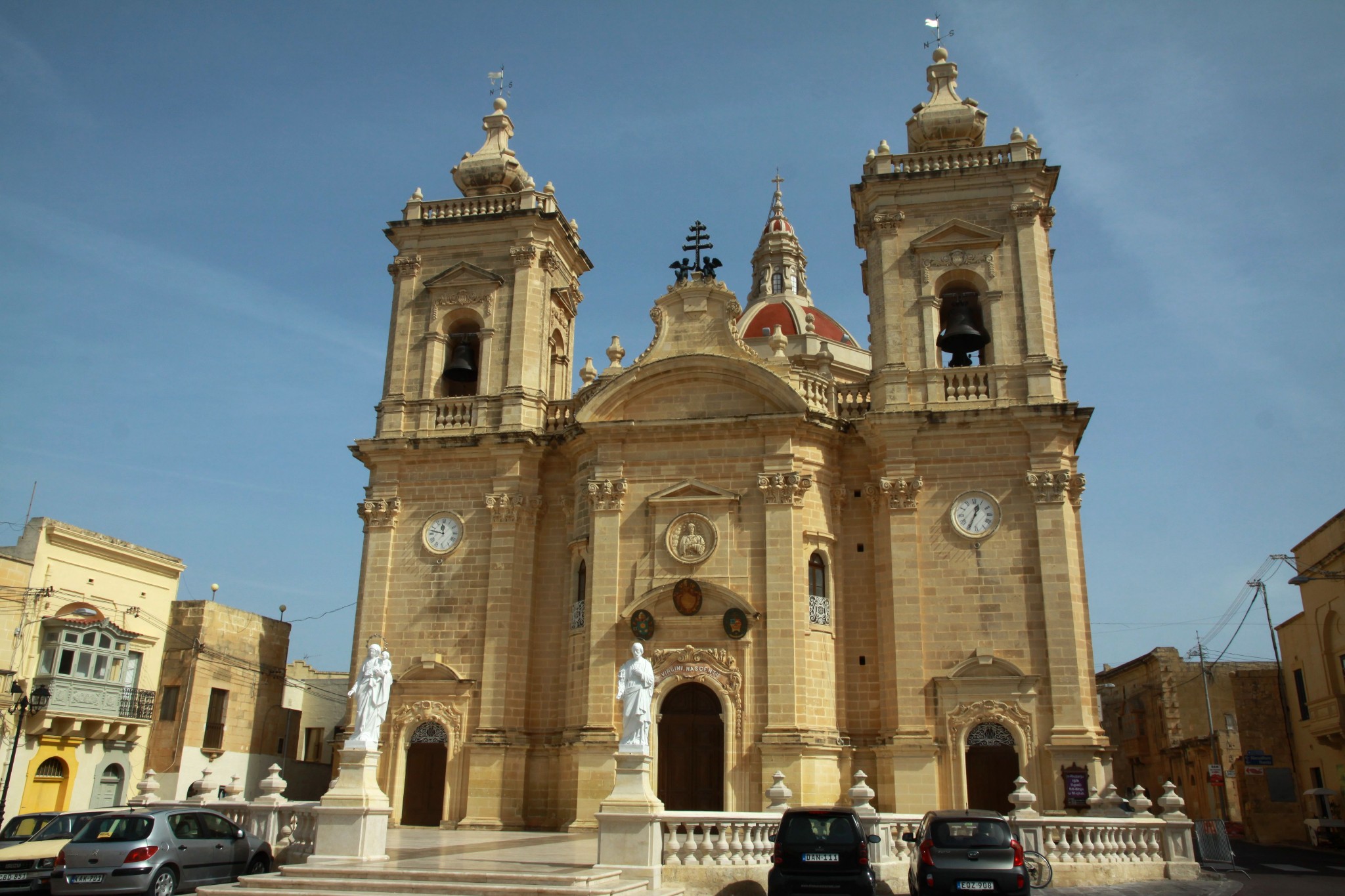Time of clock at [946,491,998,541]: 12:34
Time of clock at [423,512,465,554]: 11:47
